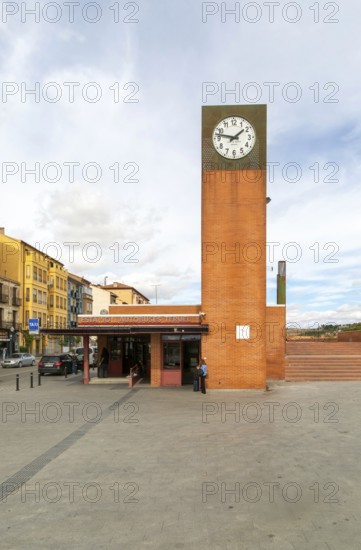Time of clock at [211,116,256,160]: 1:47
